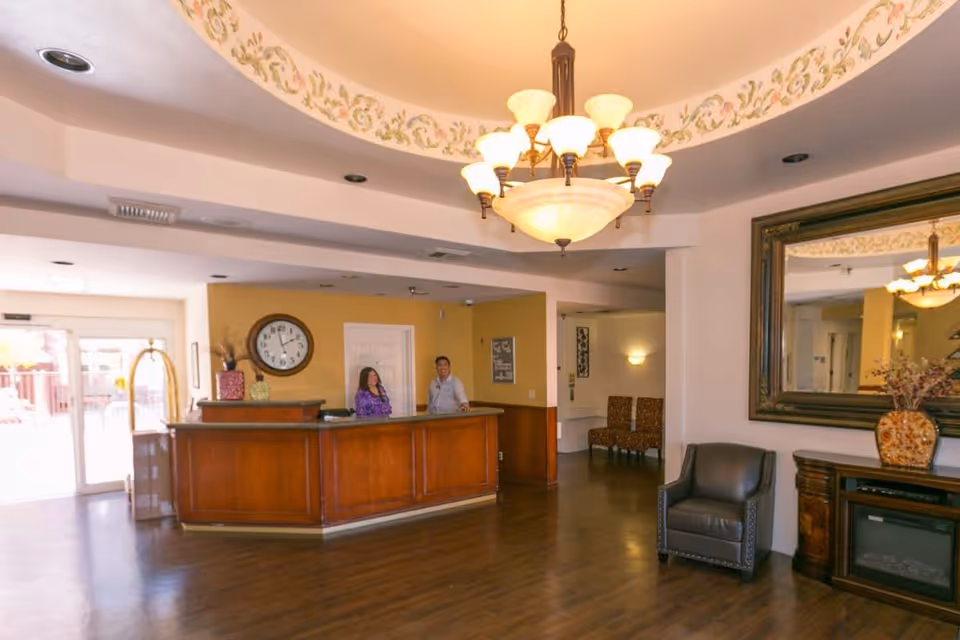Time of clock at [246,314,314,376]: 1:58
